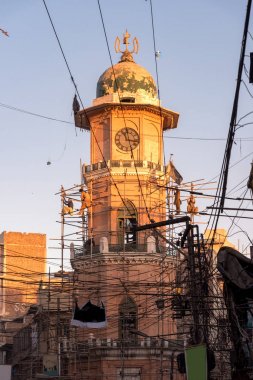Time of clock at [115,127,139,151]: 11:17
